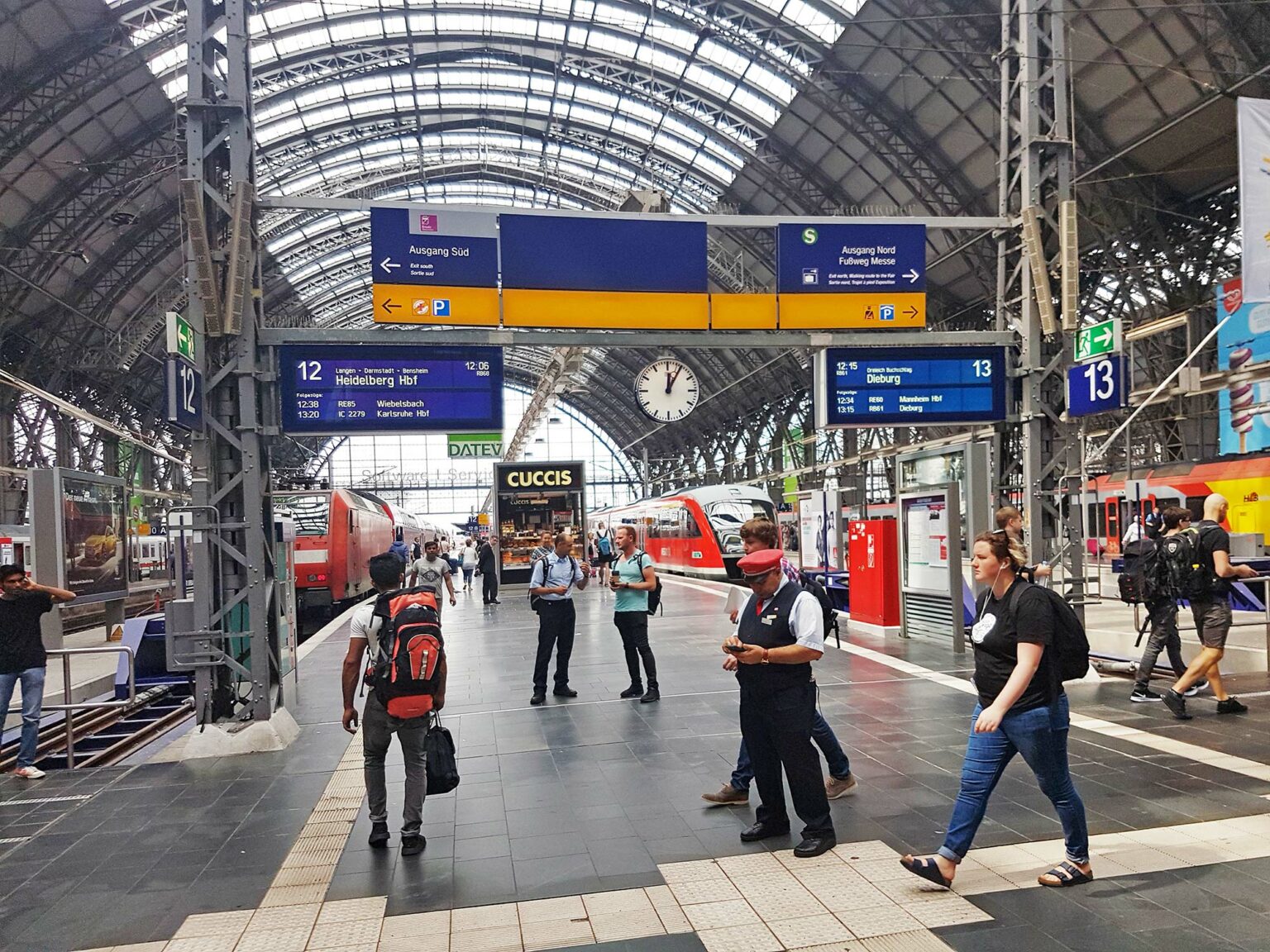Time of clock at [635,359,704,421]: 12:05
